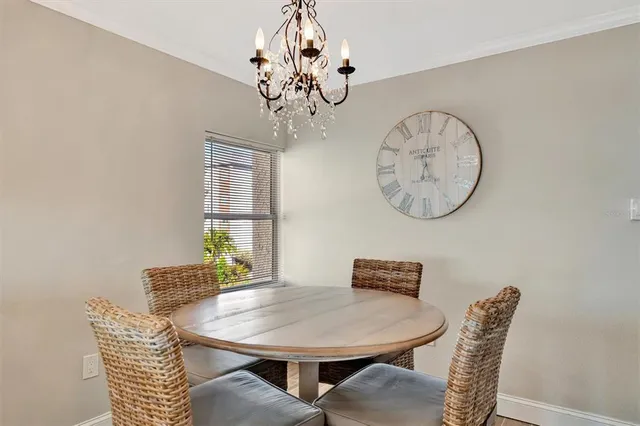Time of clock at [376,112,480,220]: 5:01
